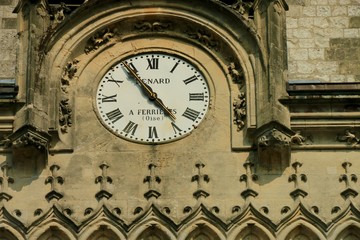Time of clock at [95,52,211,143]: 4:54
